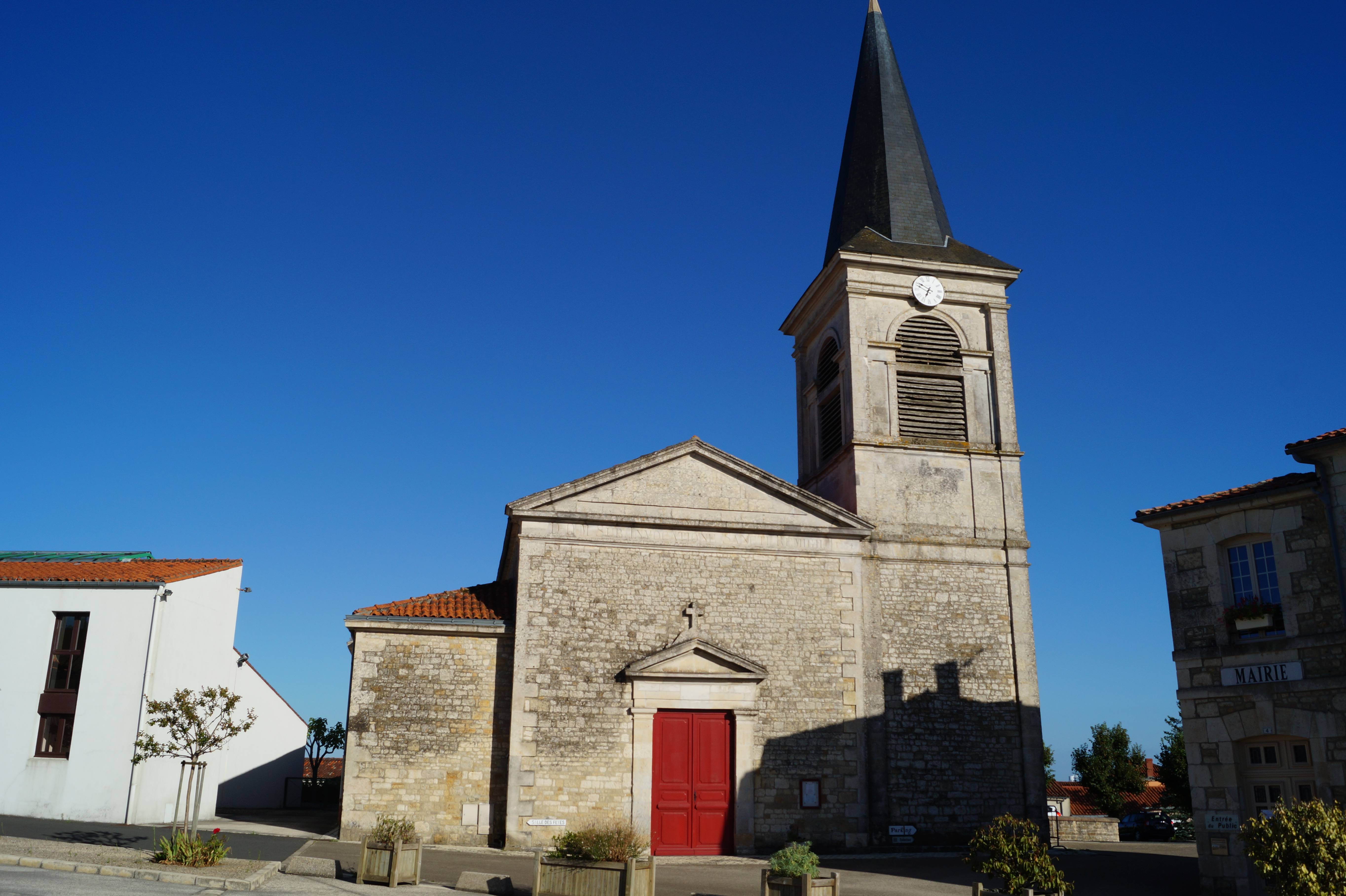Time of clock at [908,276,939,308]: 6:50
